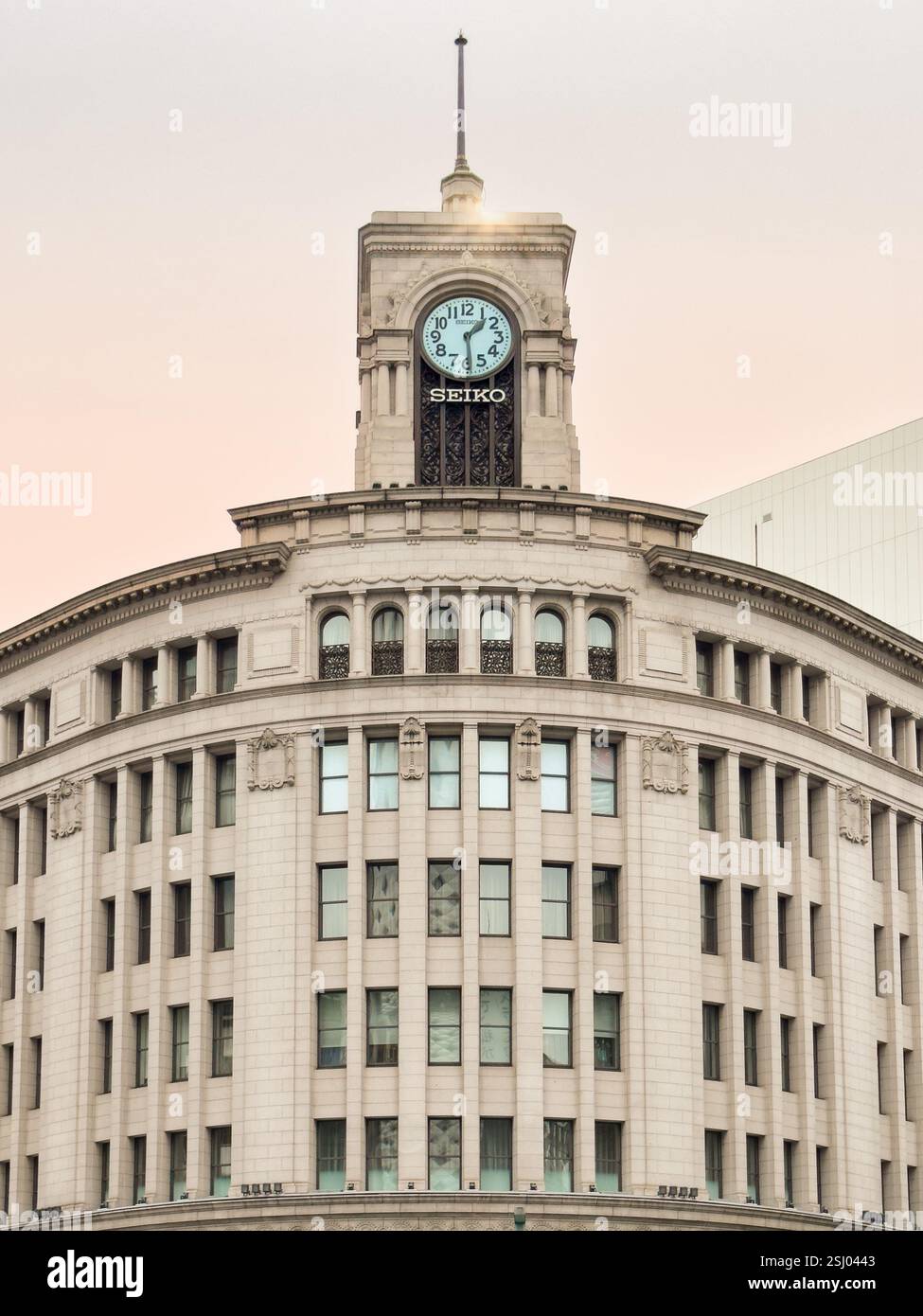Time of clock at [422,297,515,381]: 1:29
